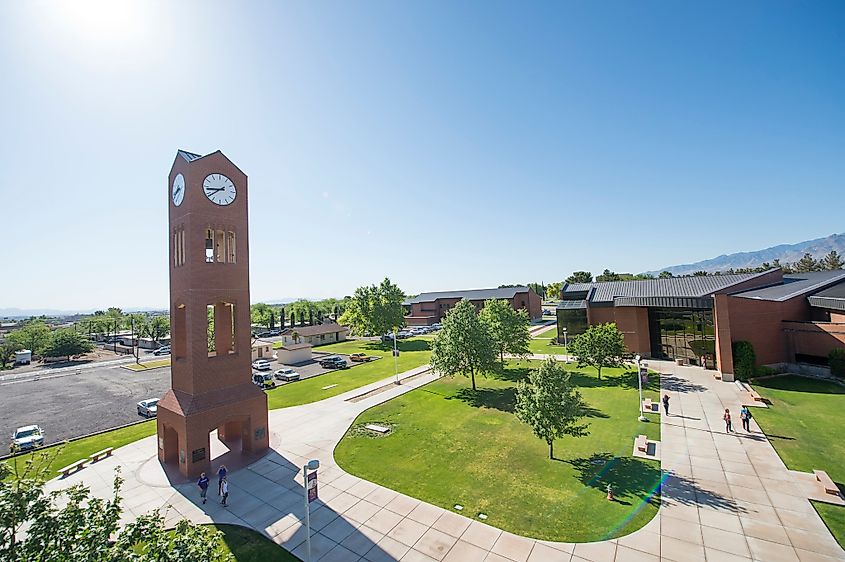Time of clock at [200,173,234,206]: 8:38
